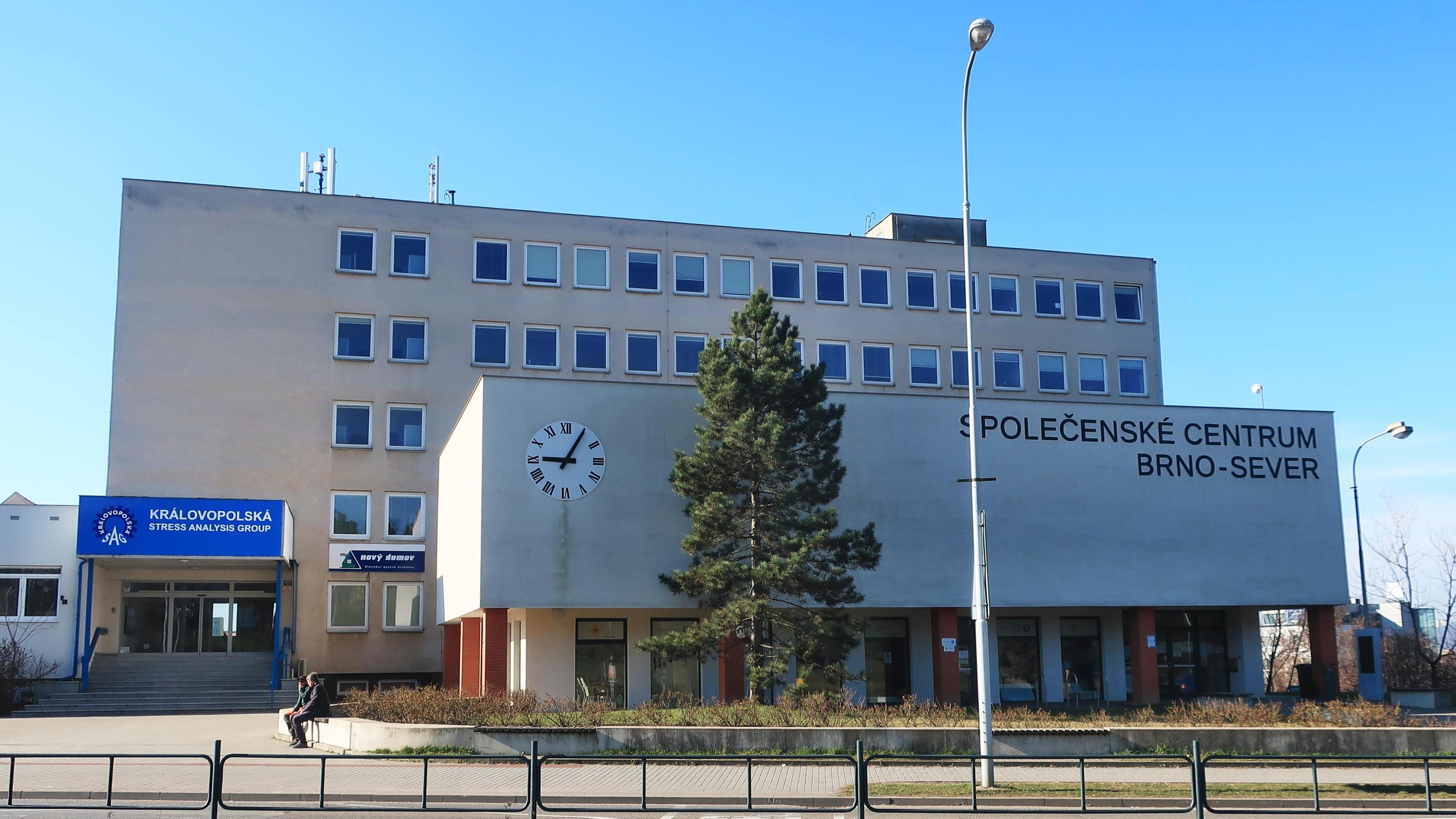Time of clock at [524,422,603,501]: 9:05
